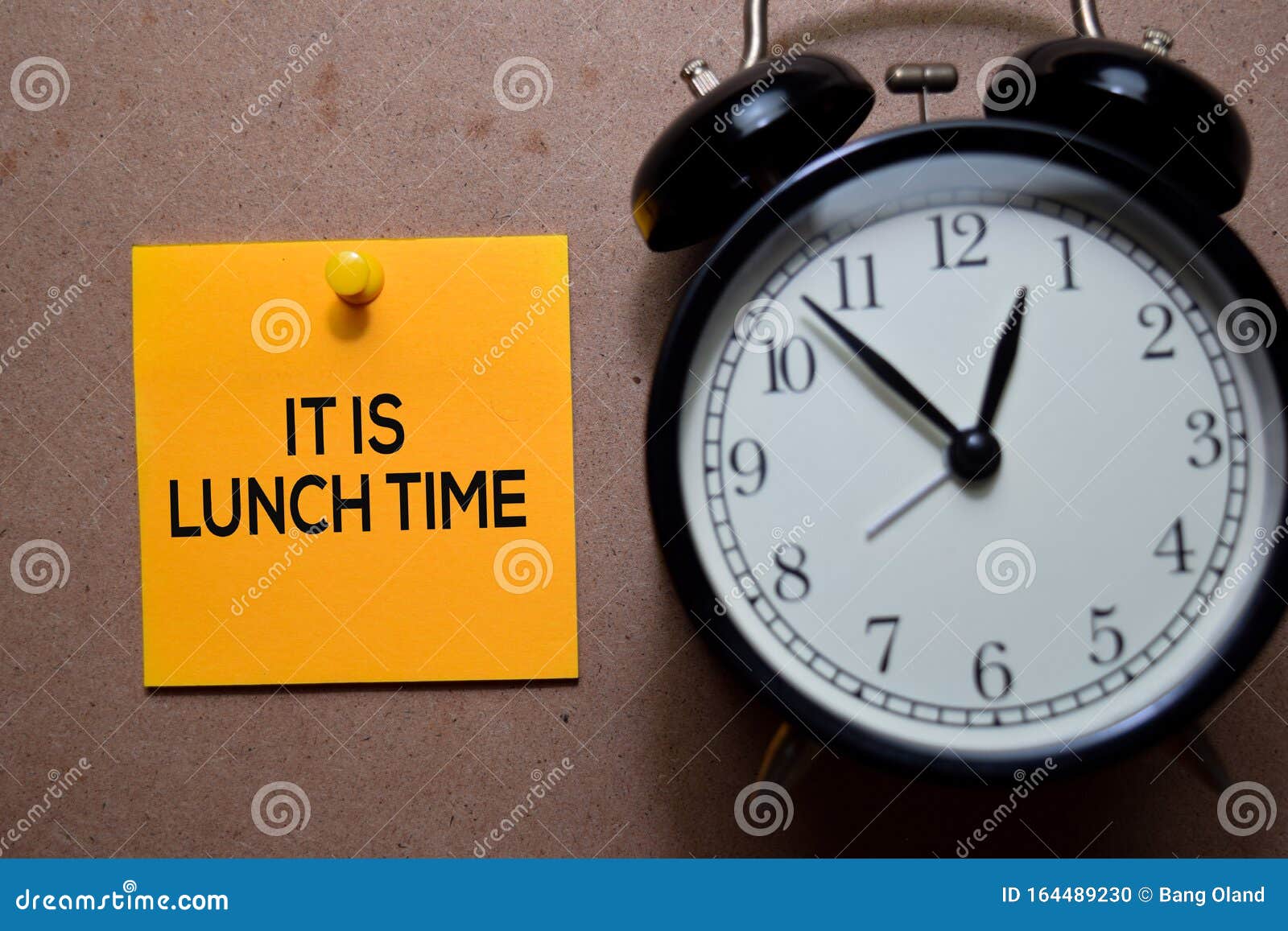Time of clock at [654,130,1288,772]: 12:53
